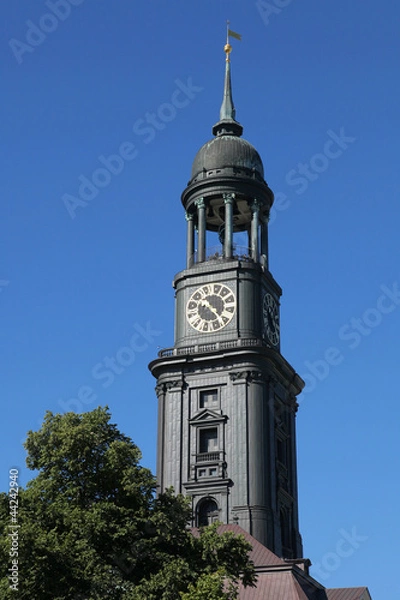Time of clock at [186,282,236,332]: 4:22
